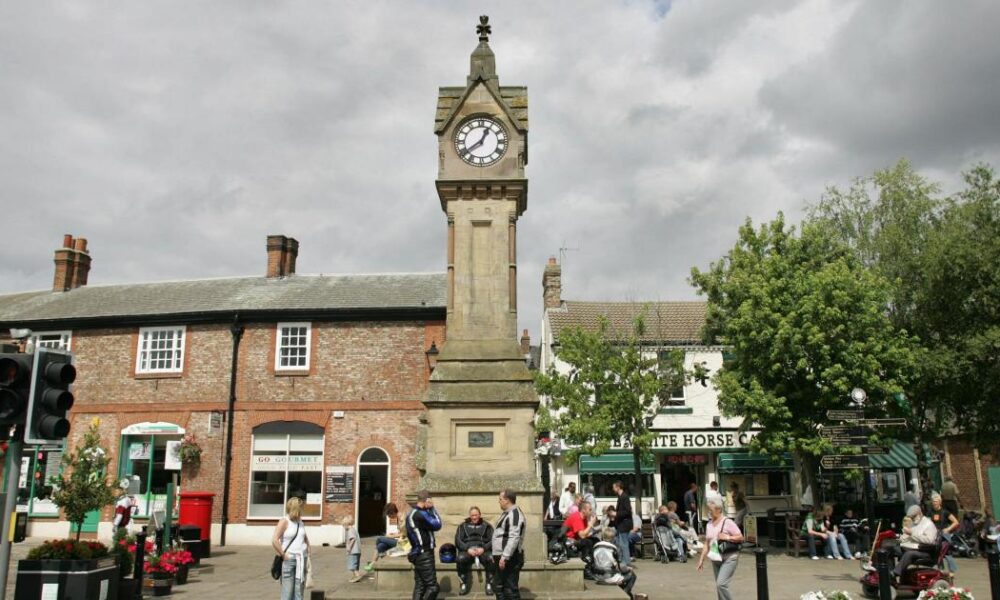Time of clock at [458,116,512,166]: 12:39
